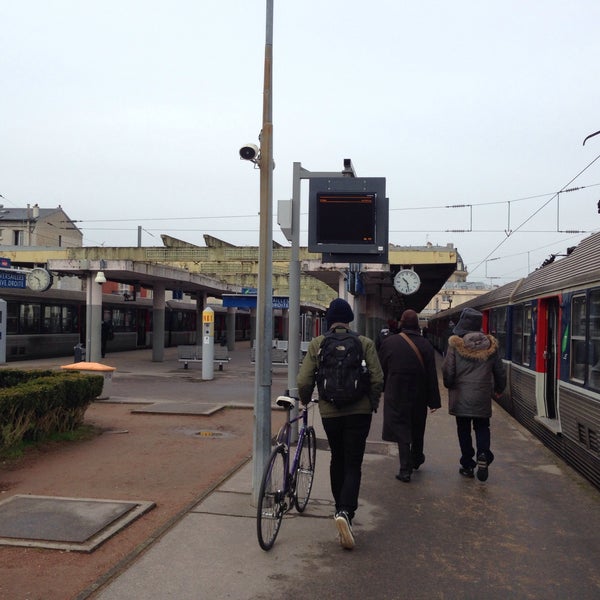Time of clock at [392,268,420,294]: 10:28
